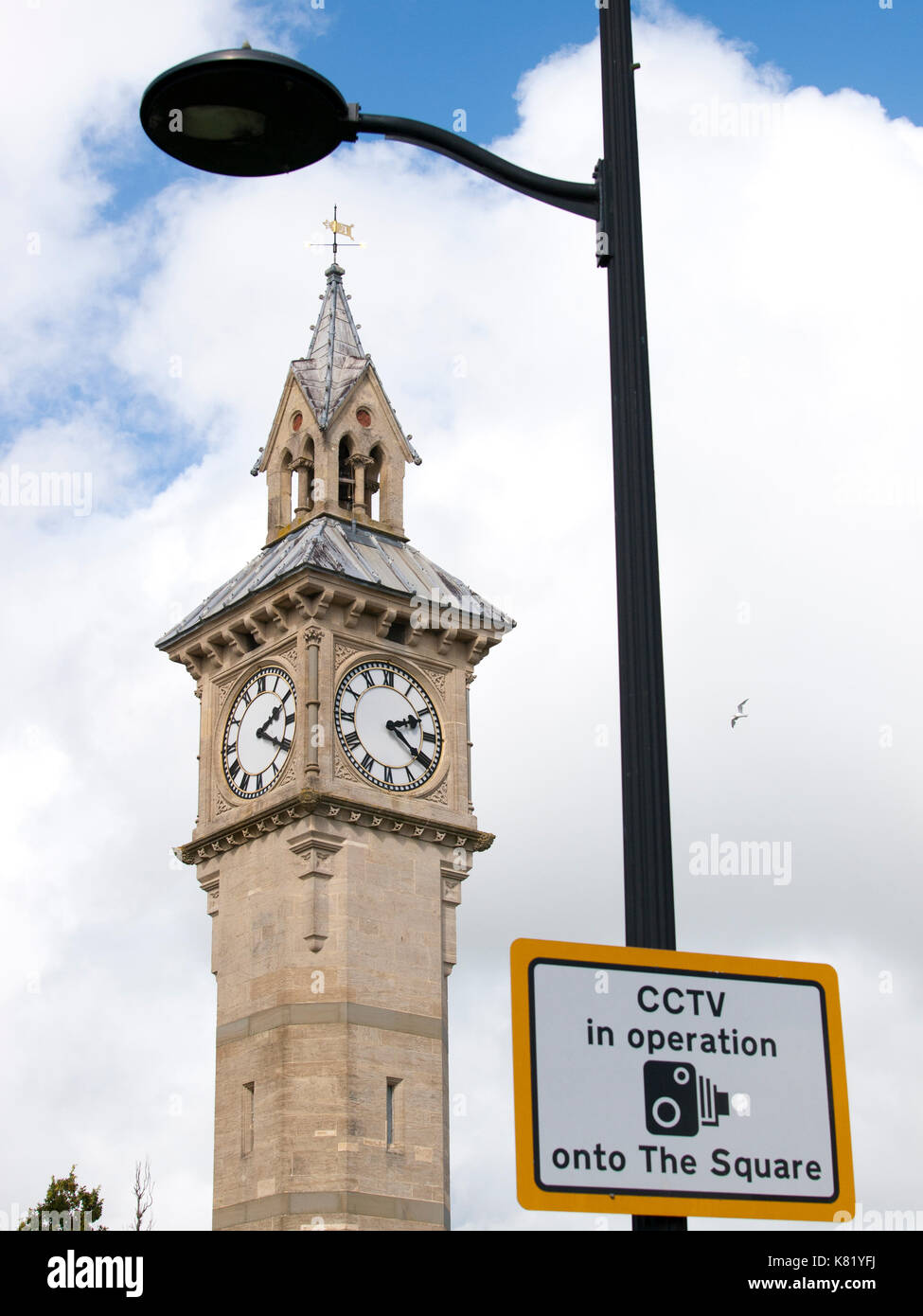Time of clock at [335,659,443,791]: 2:21
